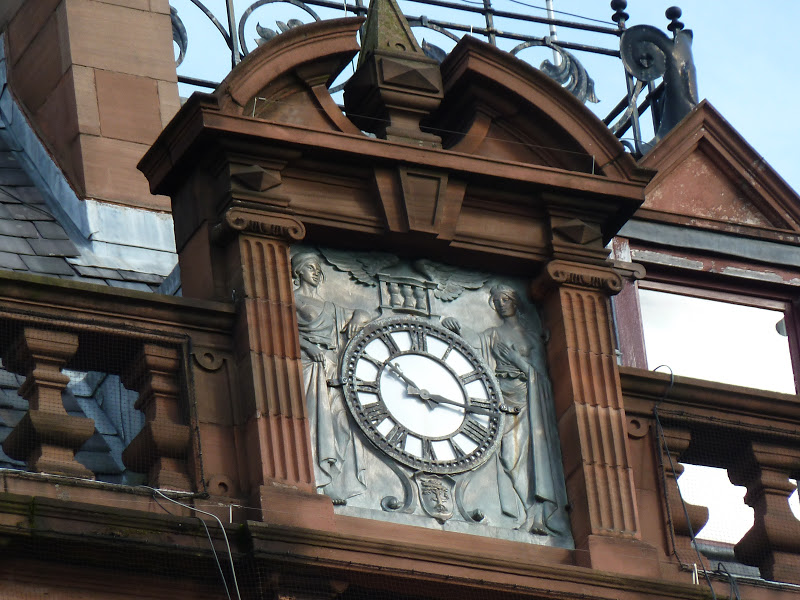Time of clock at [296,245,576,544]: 10:15
